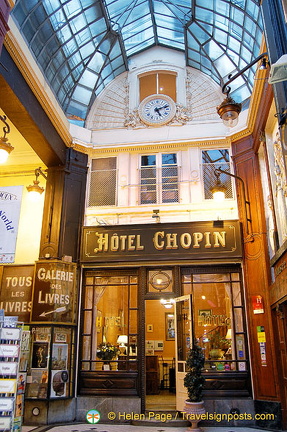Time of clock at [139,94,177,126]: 5:11
